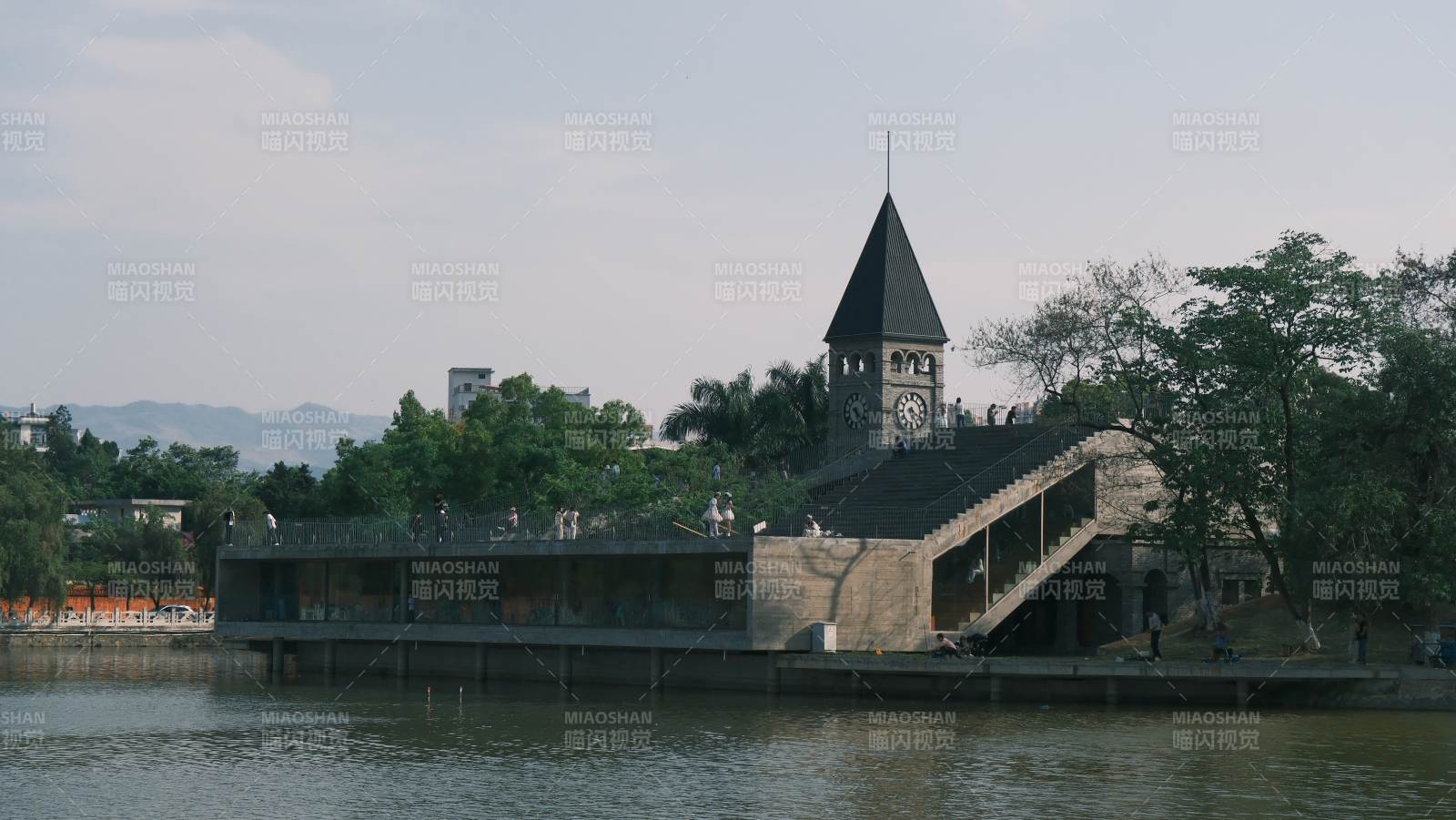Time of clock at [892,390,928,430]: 6:20
